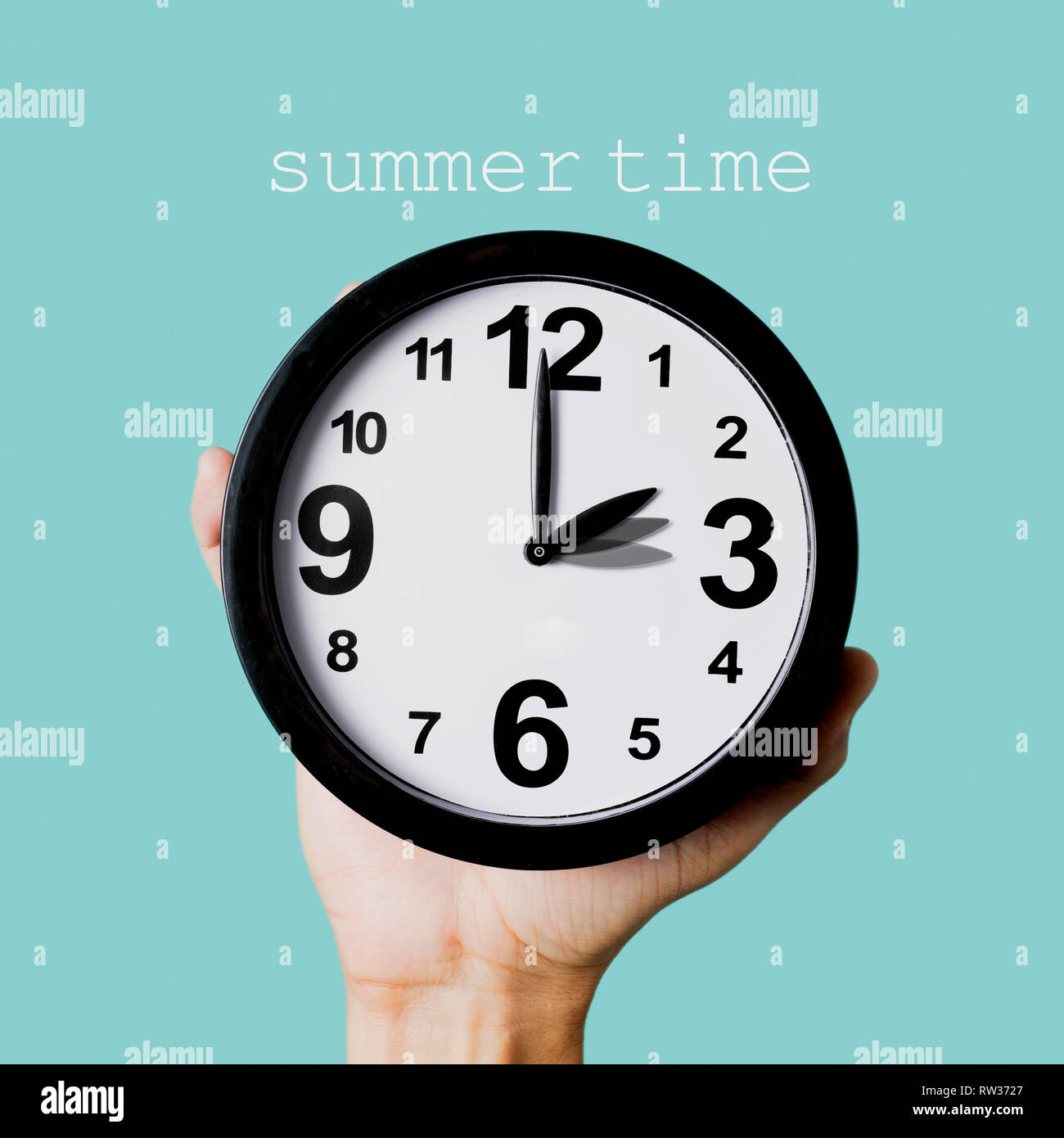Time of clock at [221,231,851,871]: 1:59
